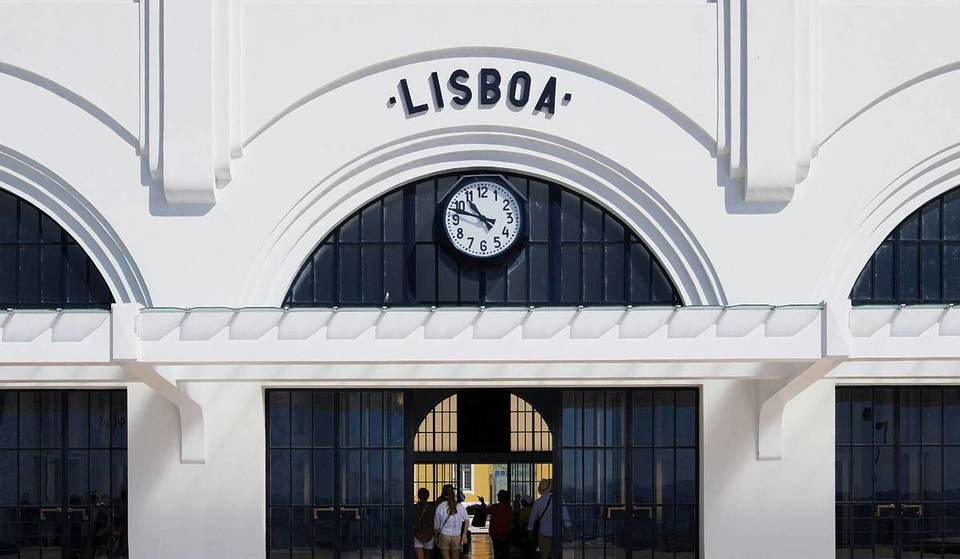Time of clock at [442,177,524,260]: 10:48
